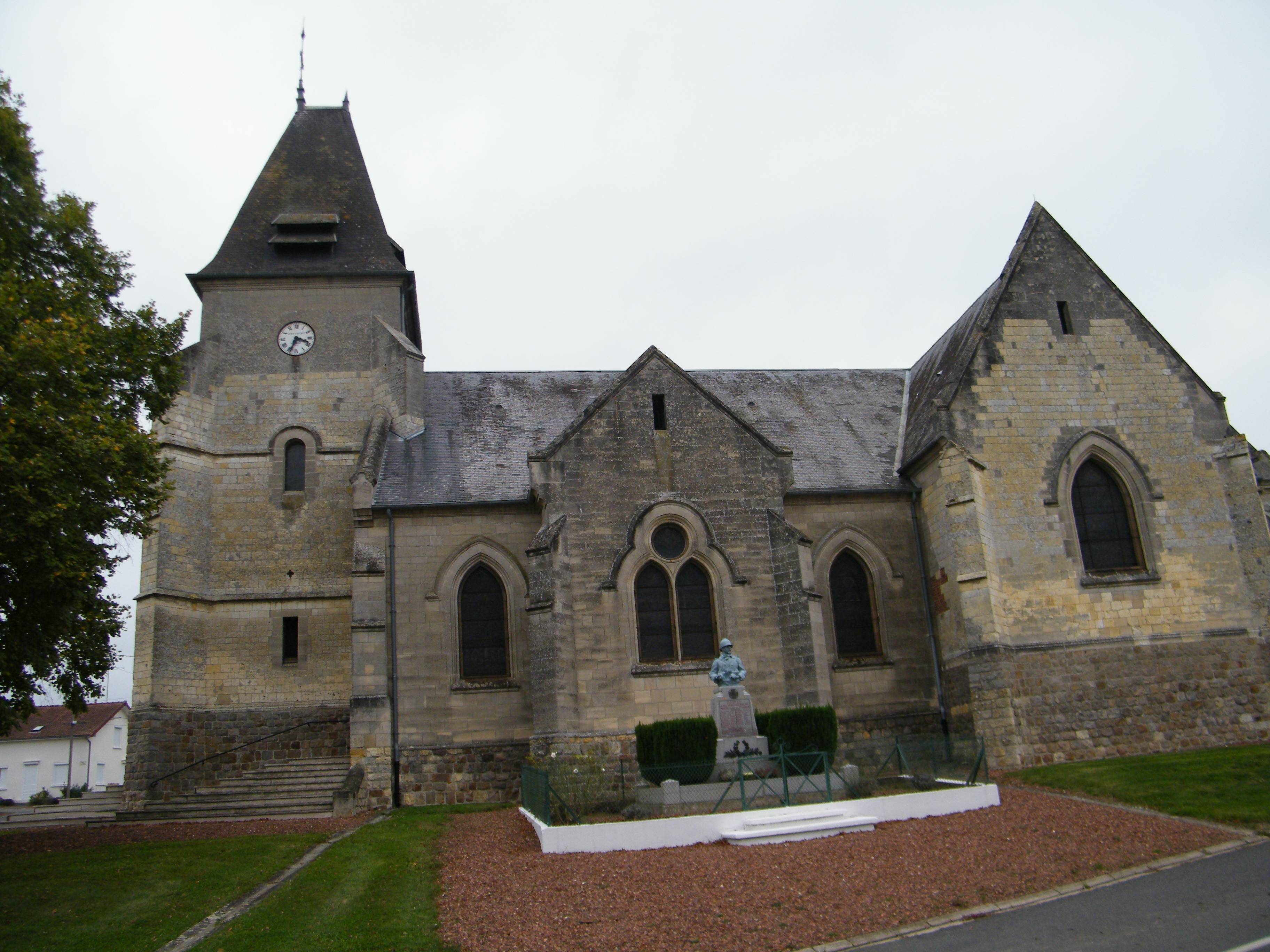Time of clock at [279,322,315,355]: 3:33
